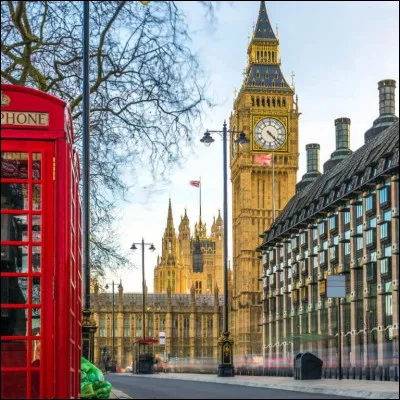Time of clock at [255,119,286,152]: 4:22
